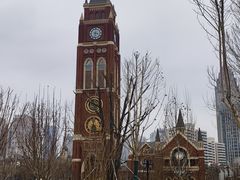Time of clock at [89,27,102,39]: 3:32
